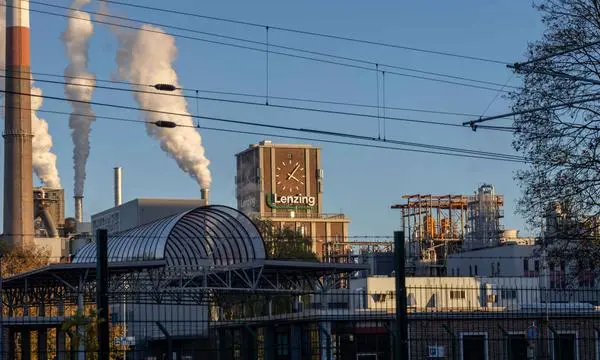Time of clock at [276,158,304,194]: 4:07
